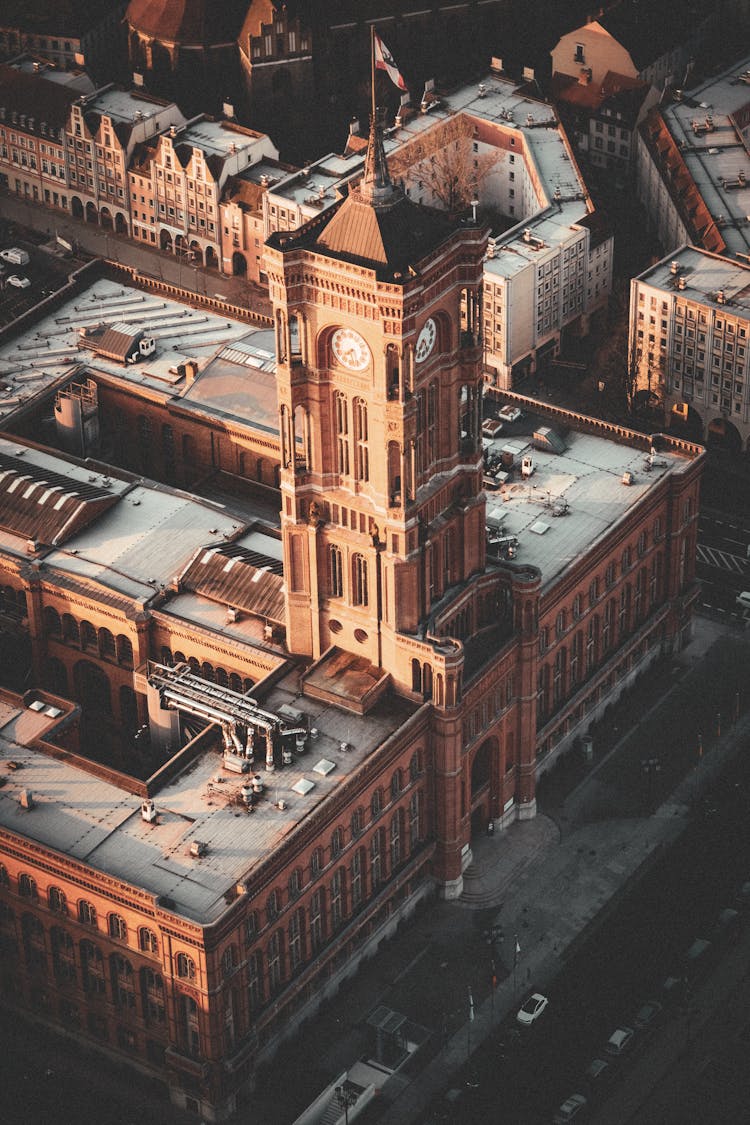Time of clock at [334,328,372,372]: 7:28
